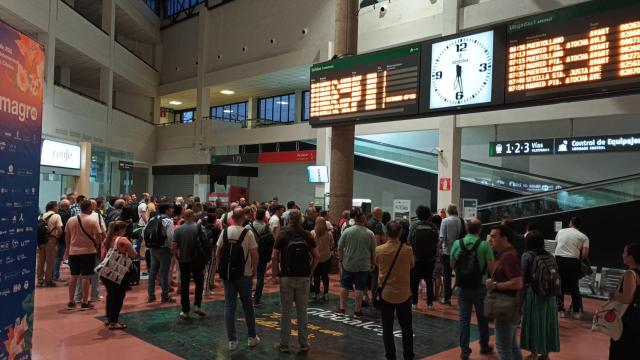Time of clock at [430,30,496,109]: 6:28
